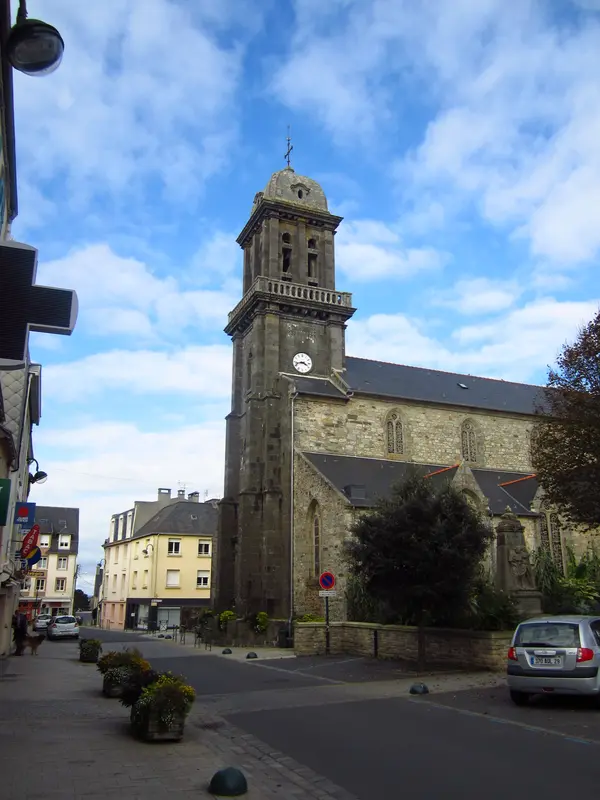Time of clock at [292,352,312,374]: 3:42
